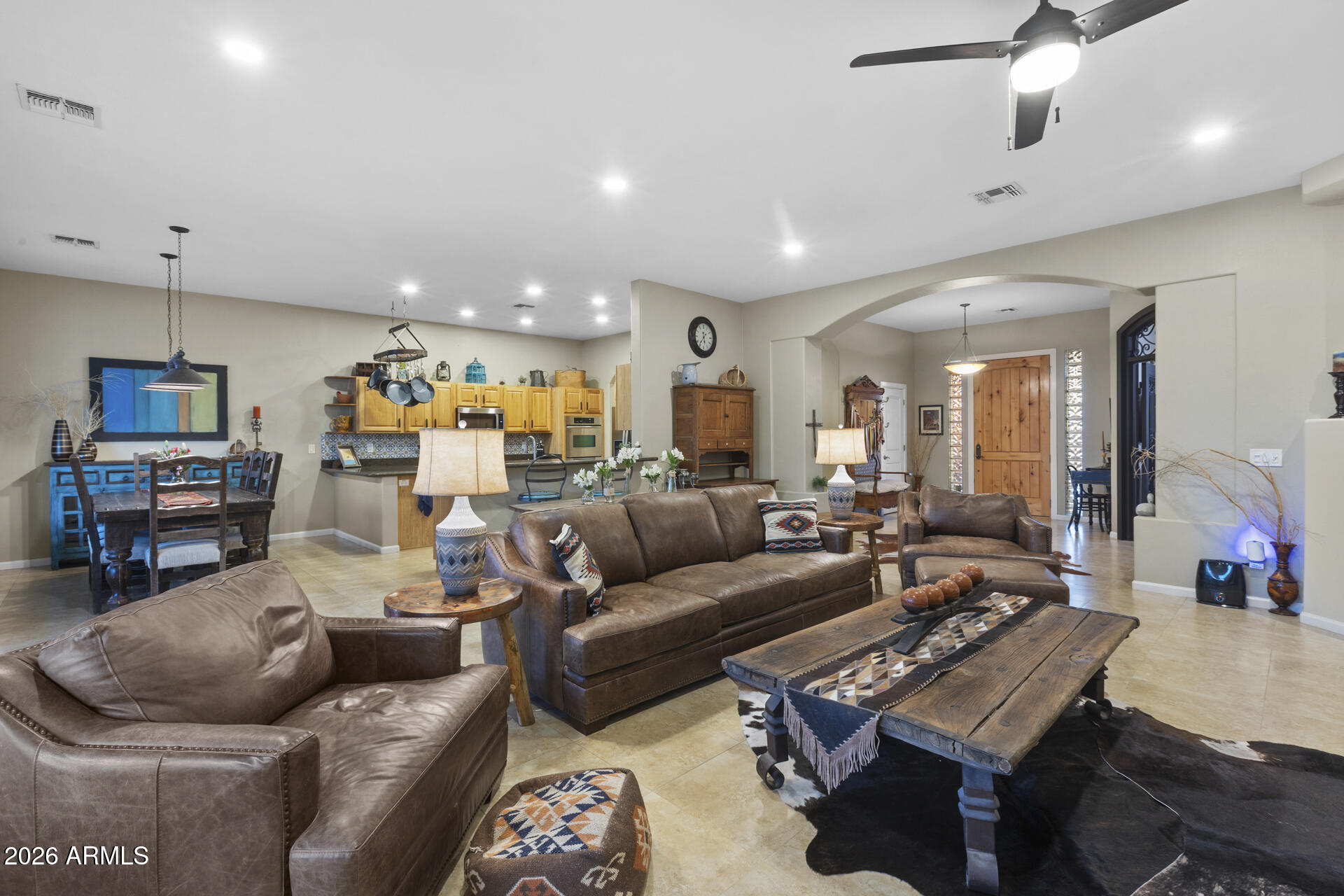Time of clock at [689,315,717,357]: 5:36
